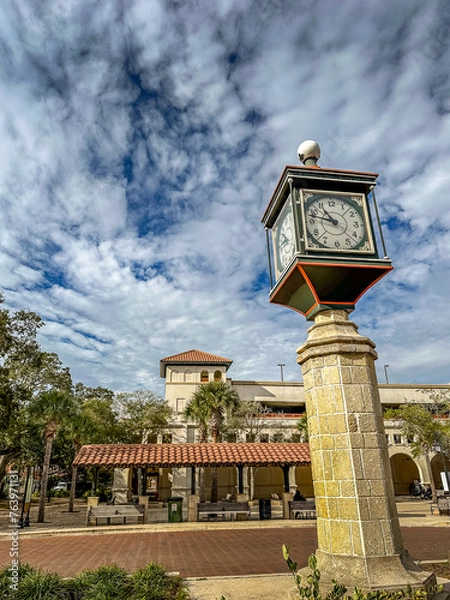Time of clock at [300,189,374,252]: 10:47
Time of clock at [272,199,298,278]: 10:47
